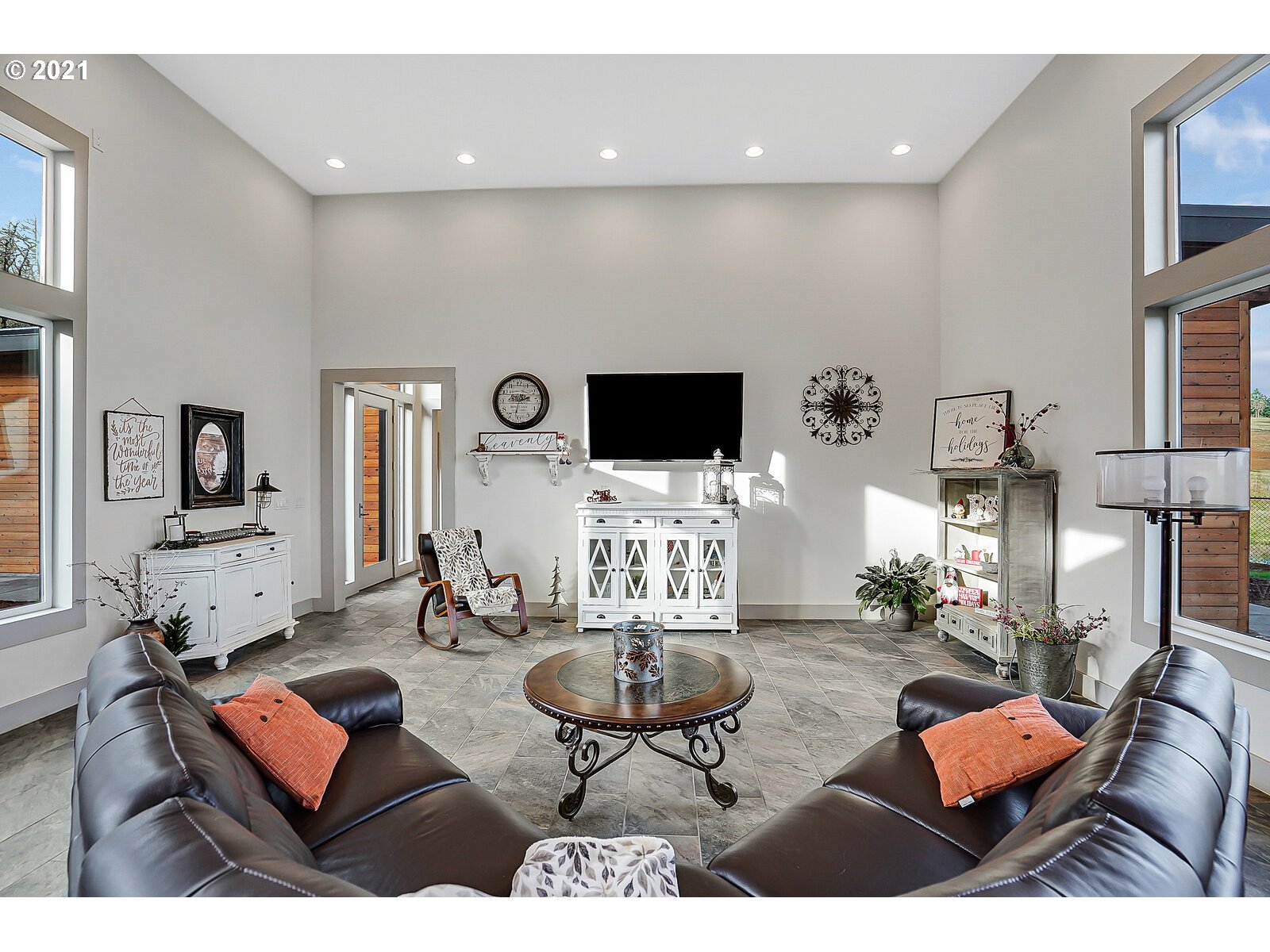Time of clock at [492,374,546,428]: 2:32
